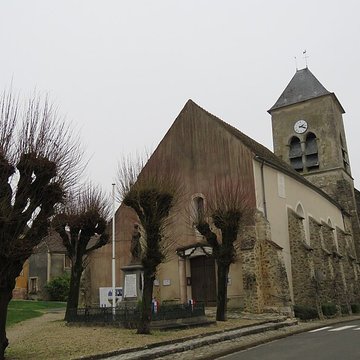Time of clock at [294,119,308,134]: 2:18
